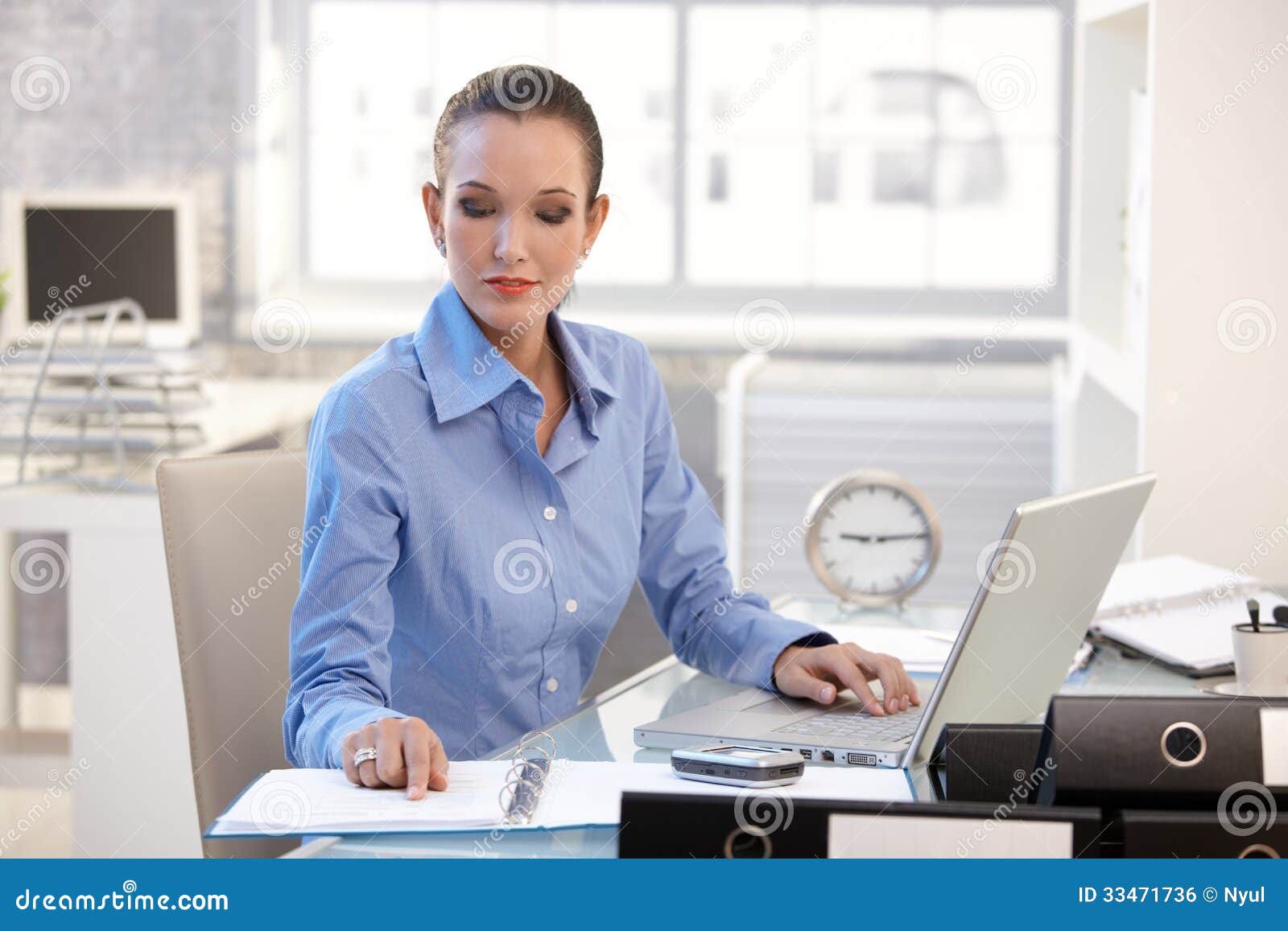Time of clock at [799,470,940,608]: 9:14
